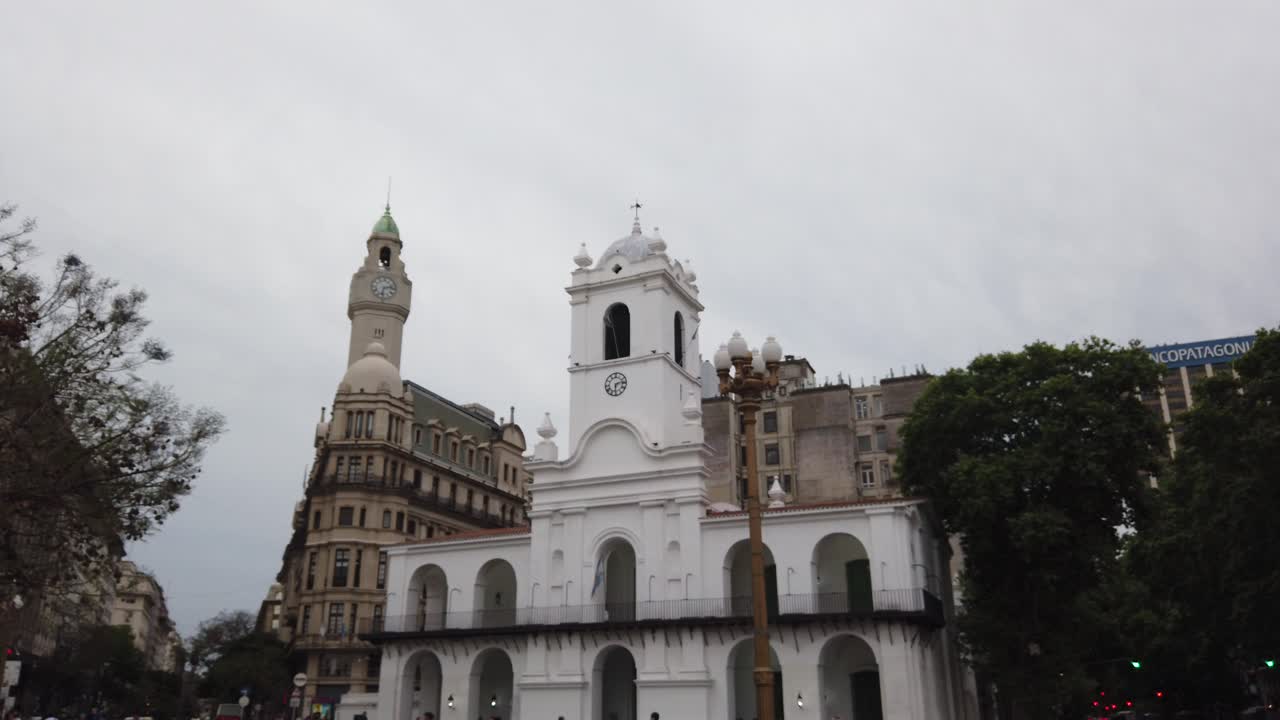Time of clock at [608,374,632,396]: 6:13
